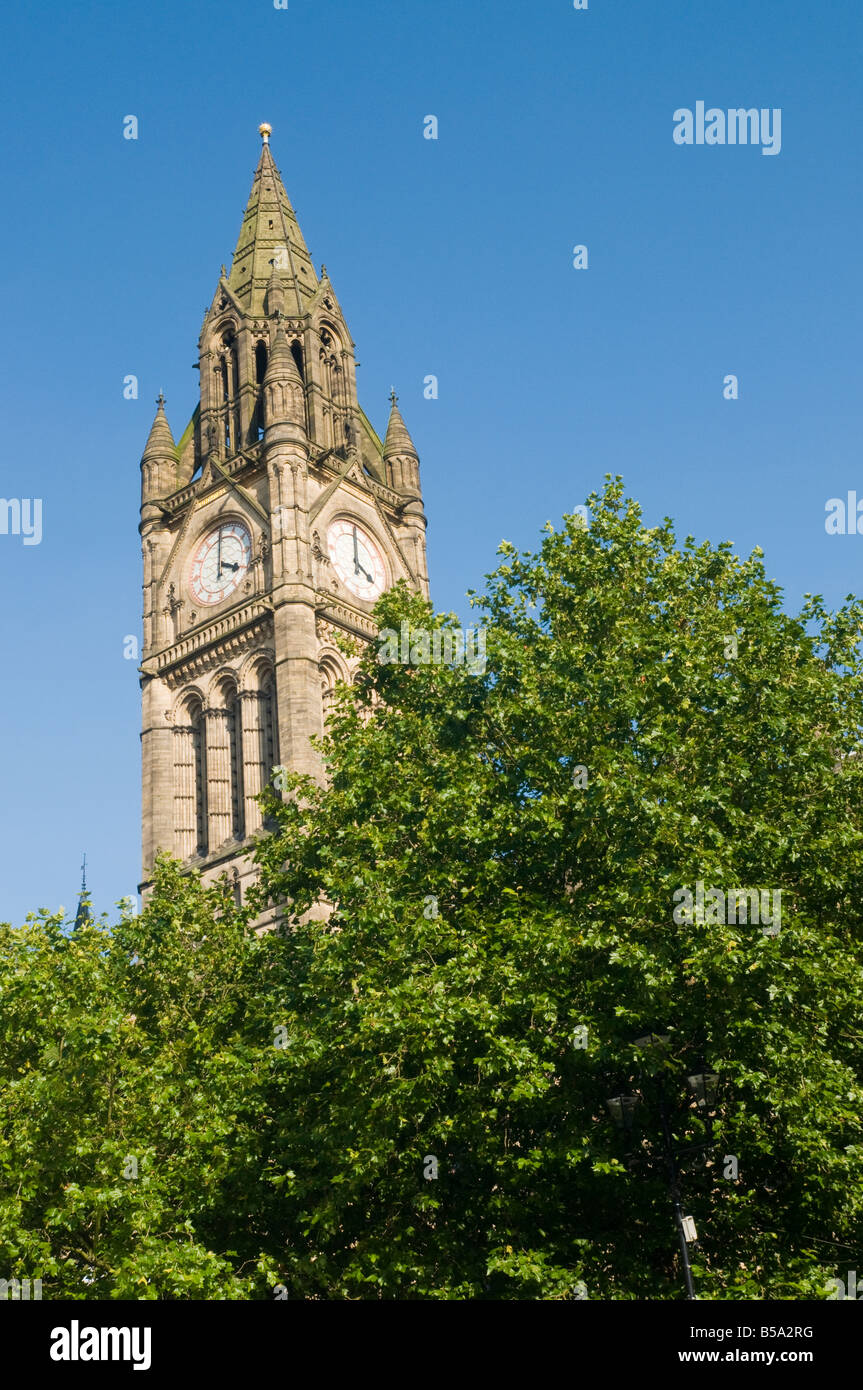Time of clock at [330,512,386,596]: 4:01
